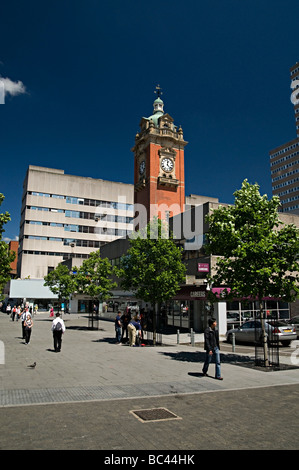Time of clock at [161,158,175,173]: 12:22
